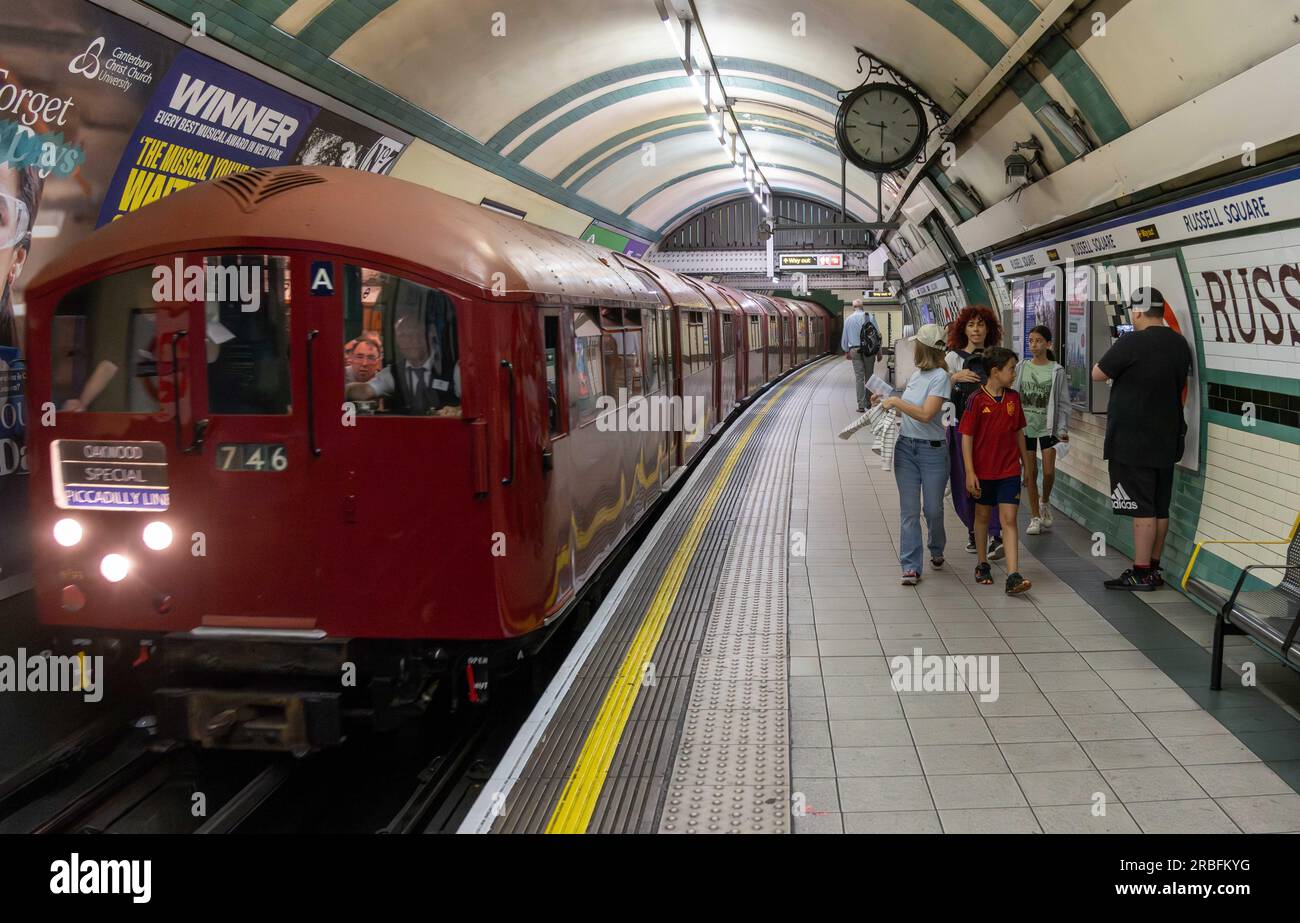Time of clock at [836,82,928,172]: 9:30
